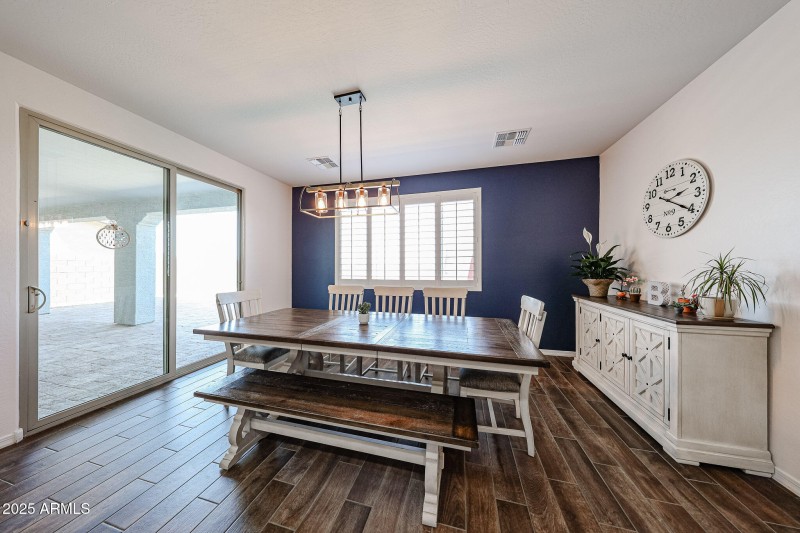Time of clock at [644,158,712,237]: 2:20
